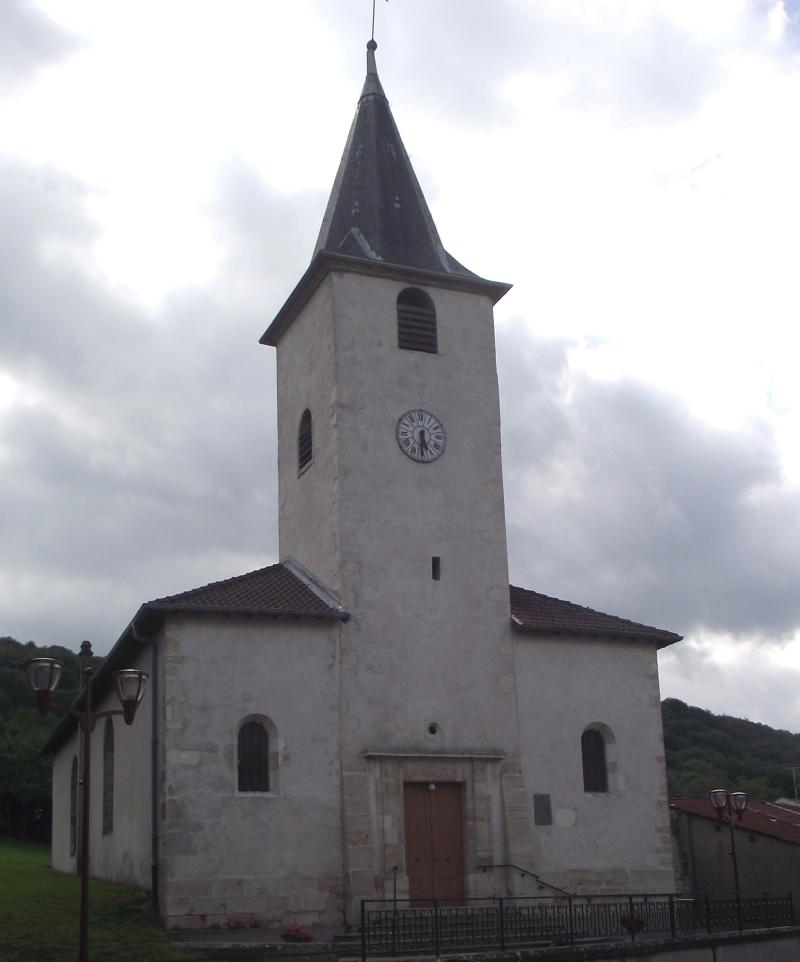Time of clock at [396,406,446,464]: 5:30
